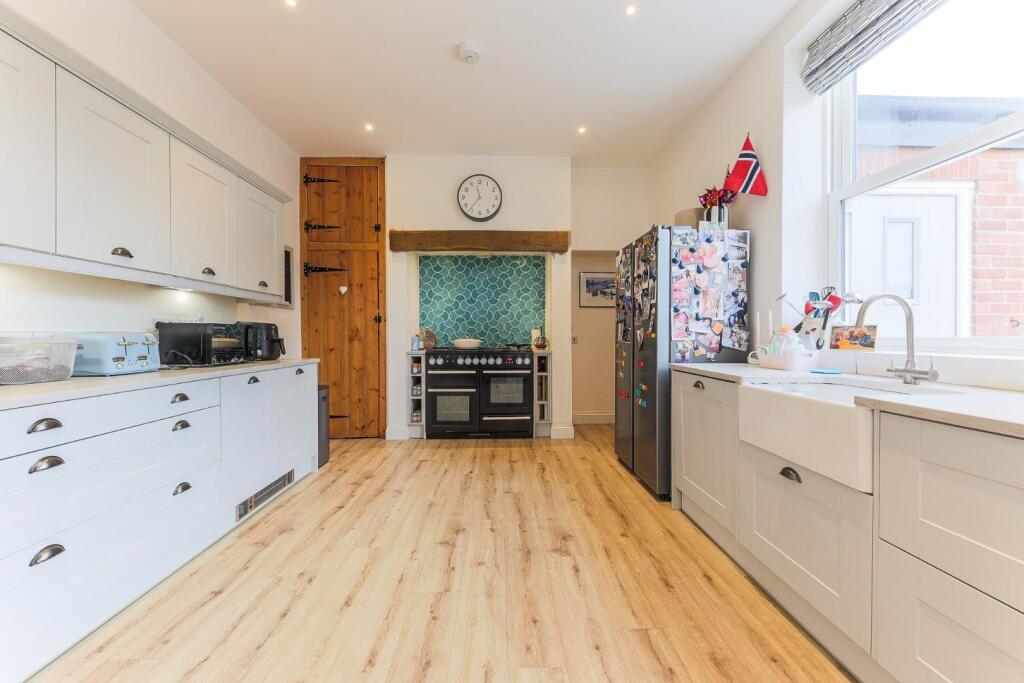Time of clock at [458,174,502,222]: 11:36
